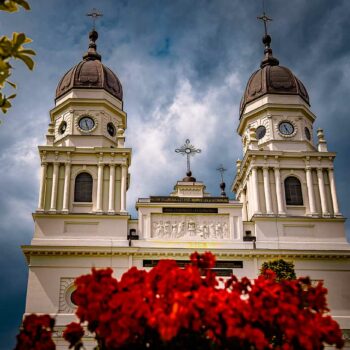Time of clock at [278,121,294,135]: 11:25
